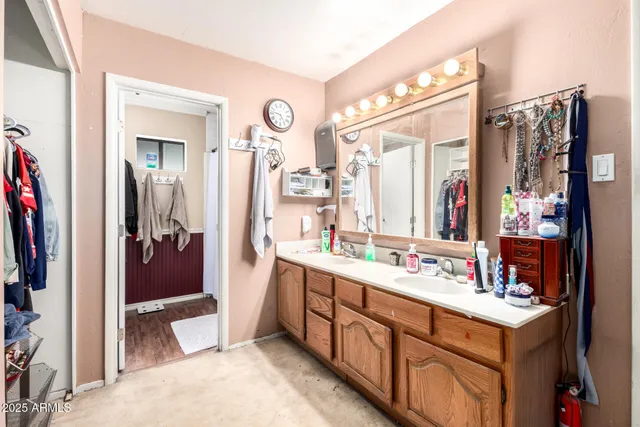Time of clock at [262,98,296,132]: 4:46
